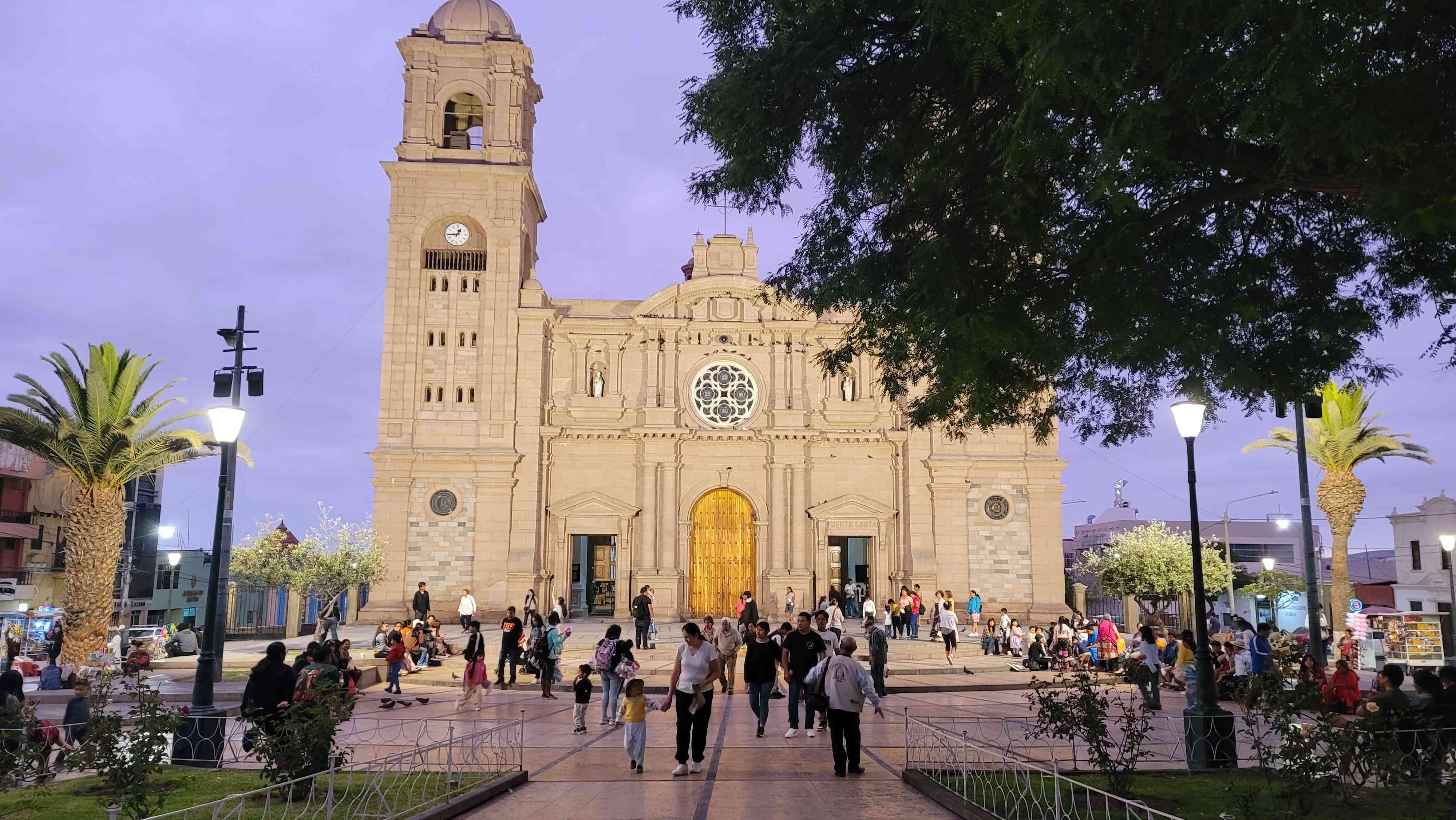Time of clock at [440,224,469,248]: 12:44
